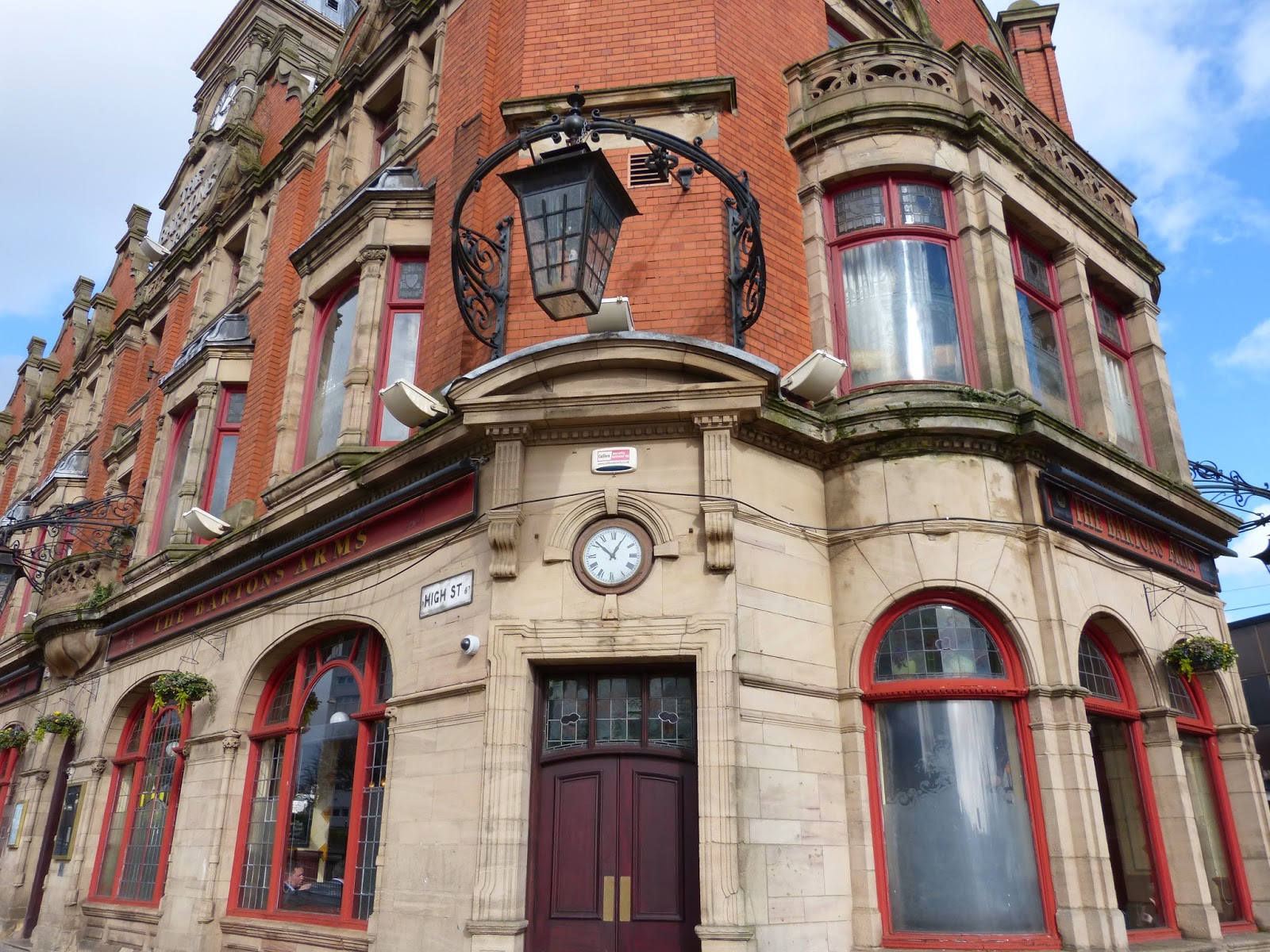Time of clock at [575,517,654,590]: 12:52
